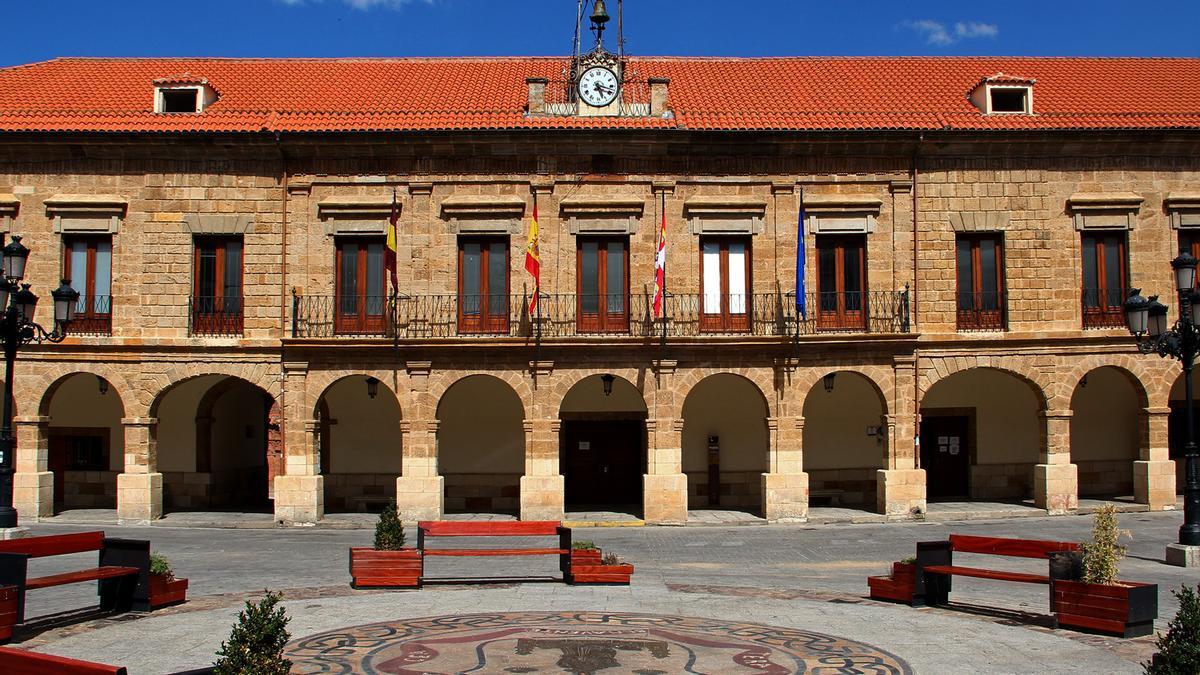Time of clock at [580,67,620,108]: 5:18
